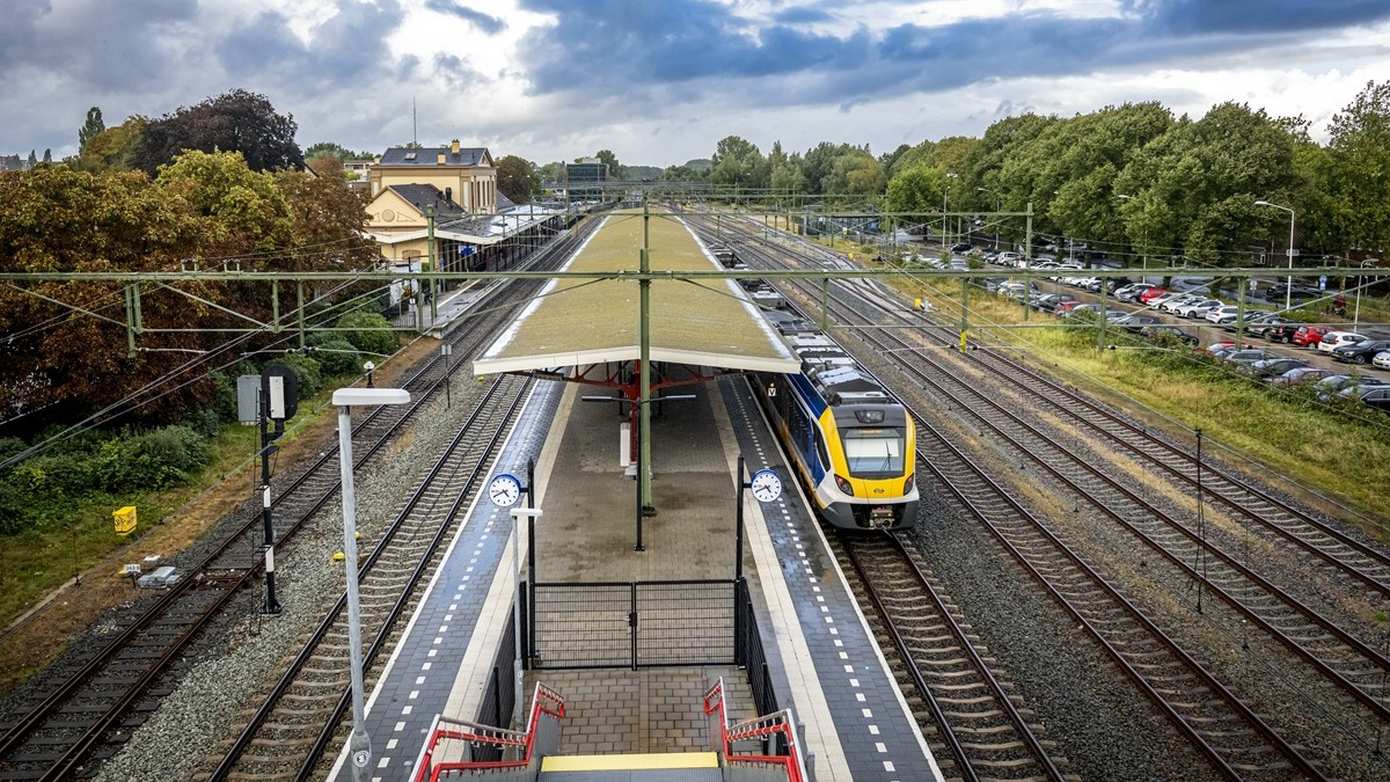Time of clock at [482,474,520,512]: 4:40
